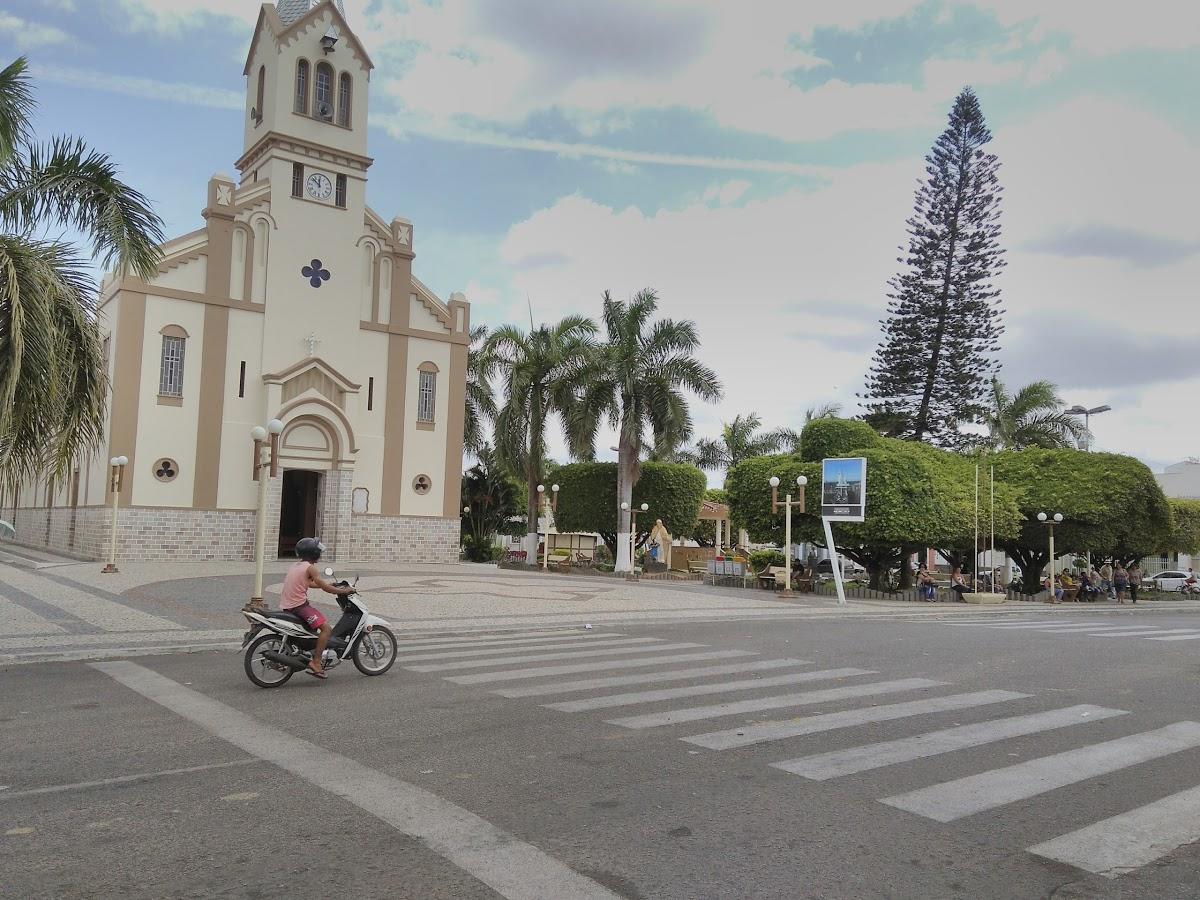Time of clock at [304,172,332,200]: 11:52
